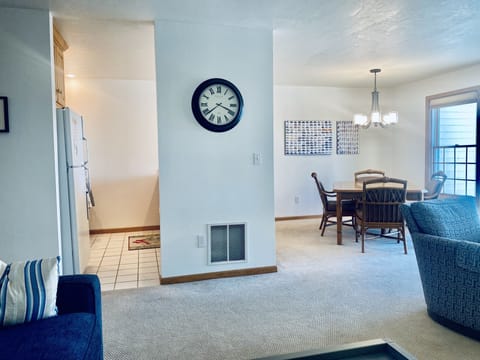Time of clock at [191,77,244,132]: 3:38
